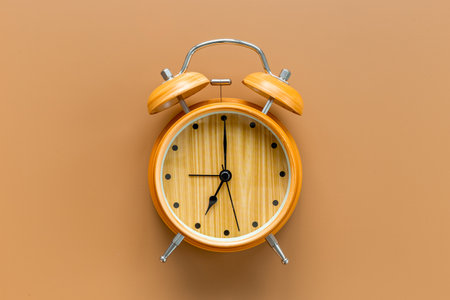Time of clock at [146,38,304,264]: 7:00
